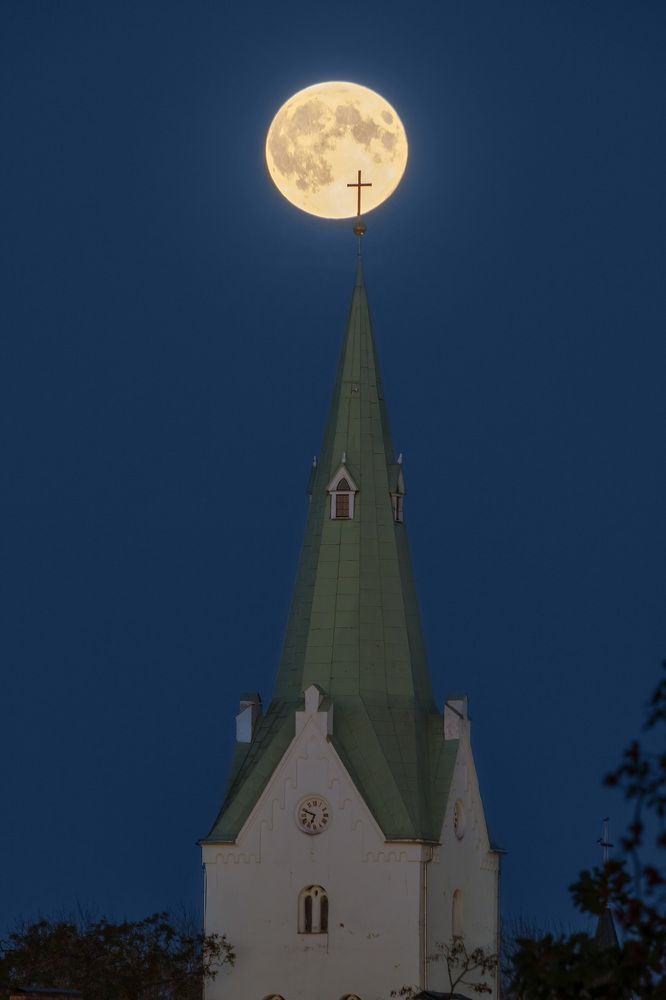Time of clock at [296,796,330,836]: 6:48
